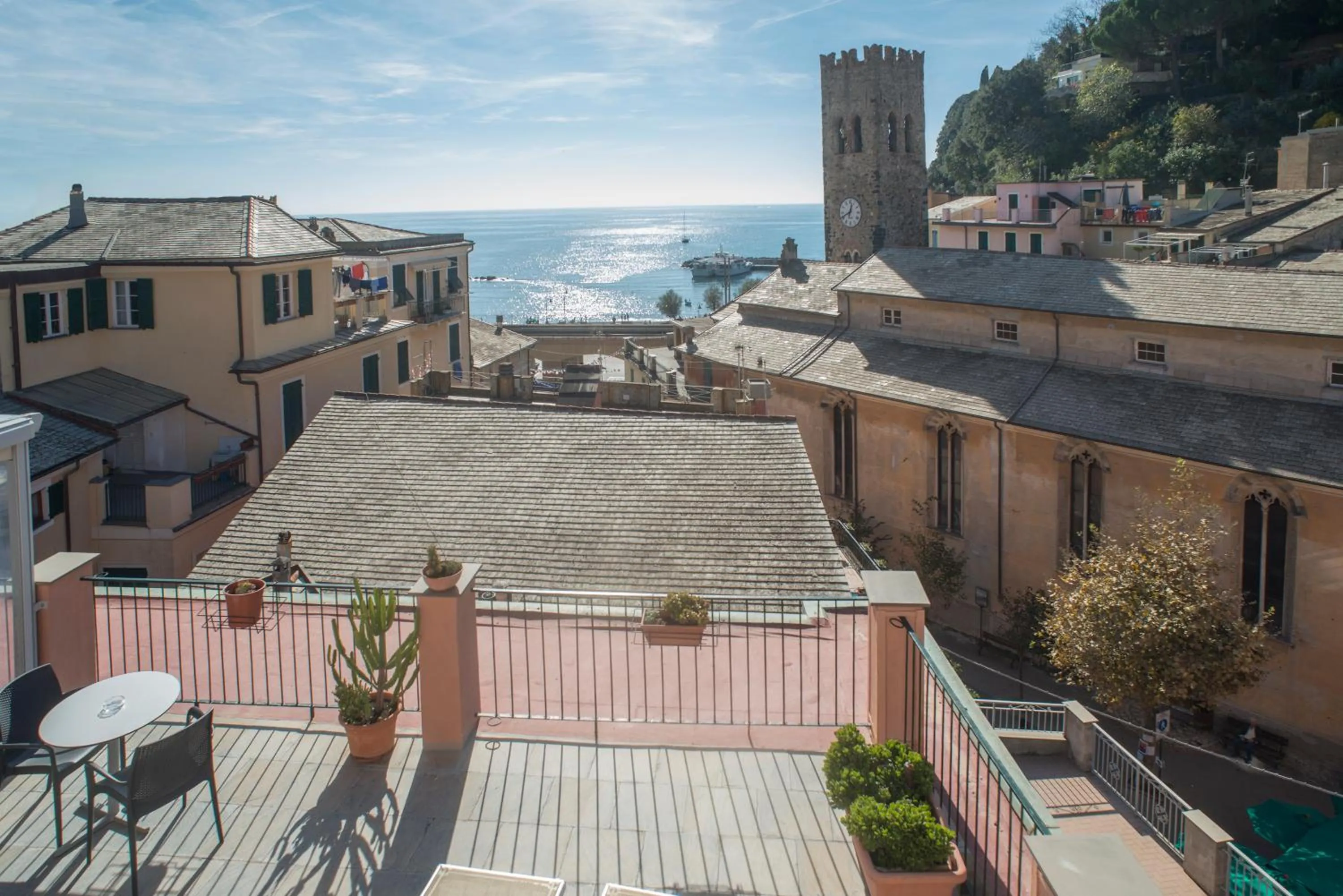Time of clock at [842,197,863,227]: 12:40
